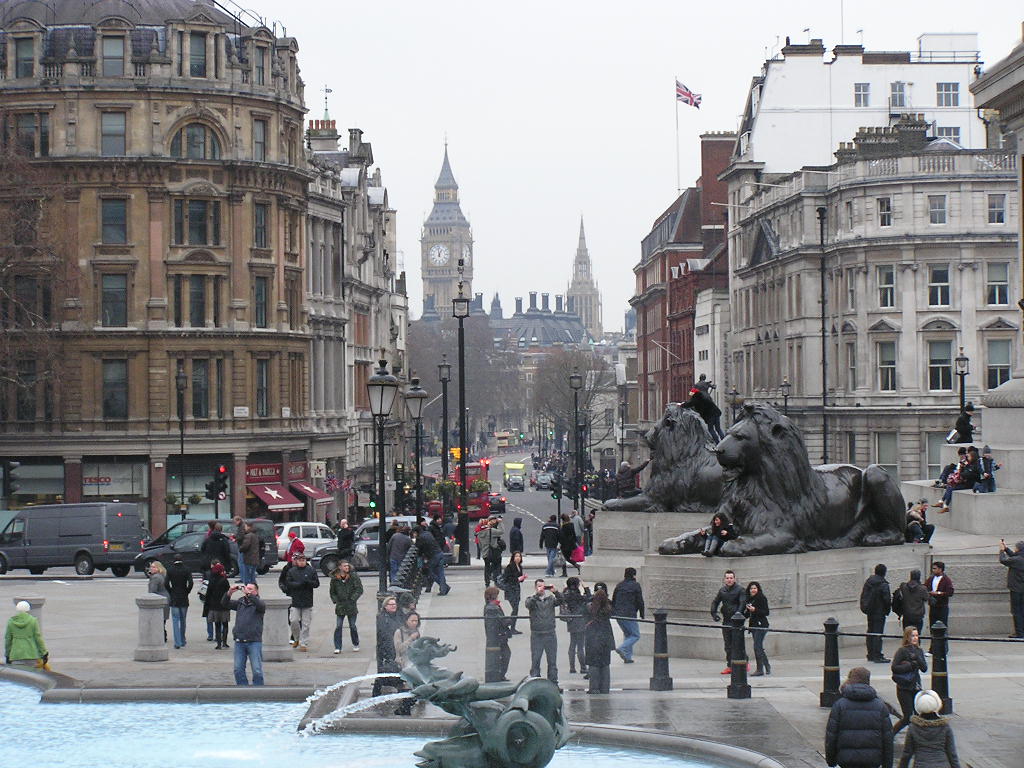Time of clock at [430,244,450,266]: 12:58
